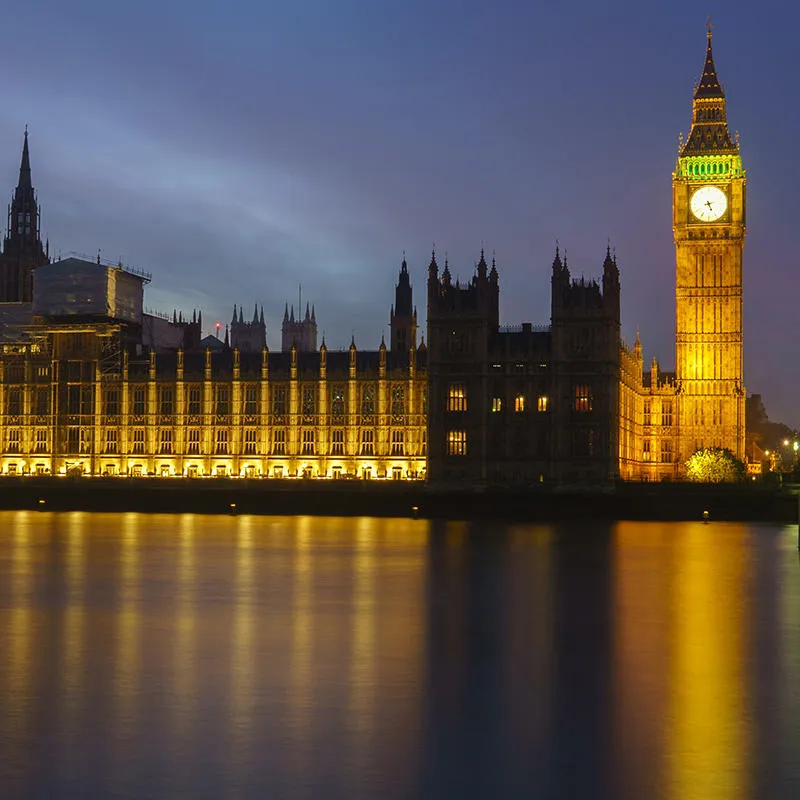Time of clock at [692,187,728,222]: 5:12
